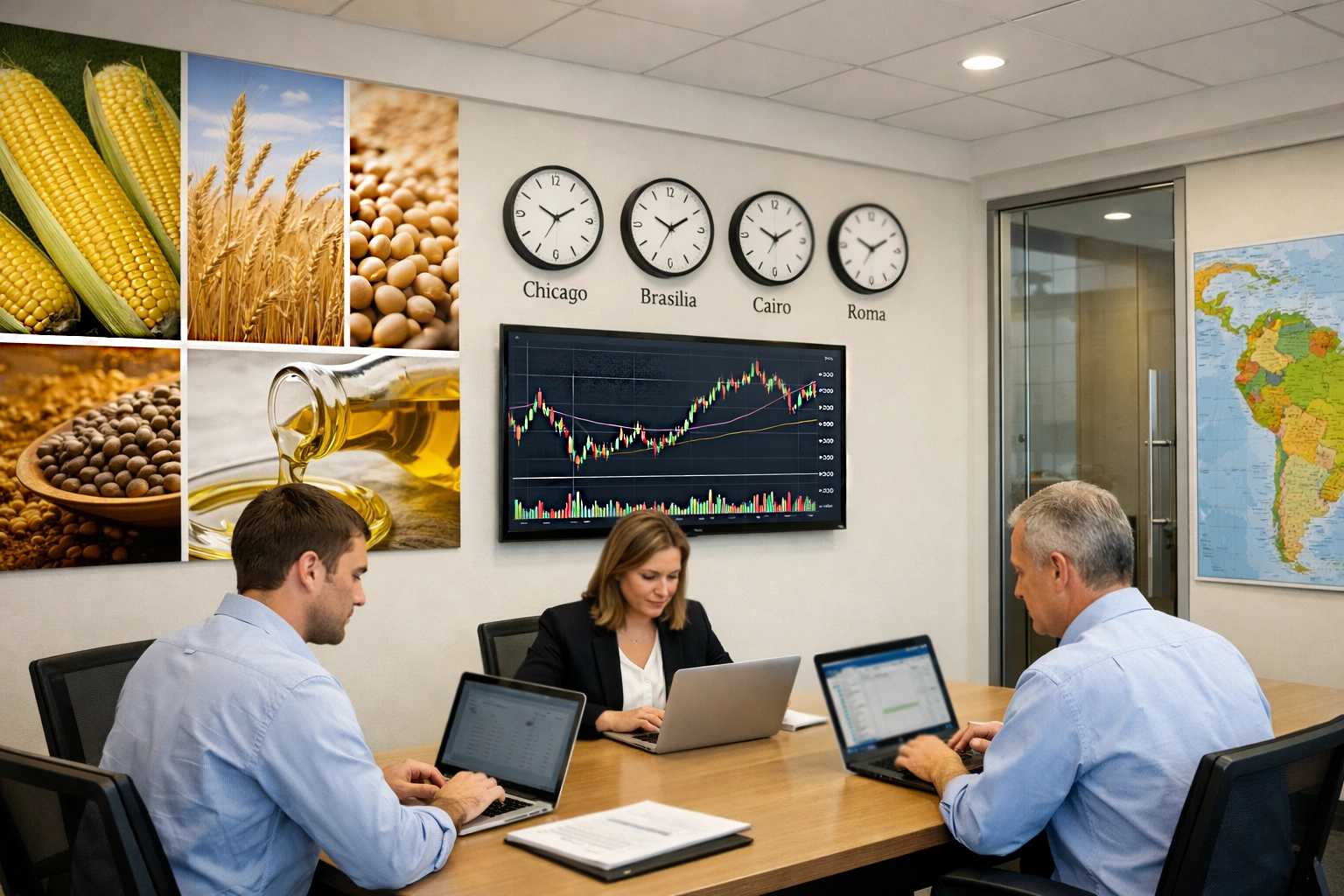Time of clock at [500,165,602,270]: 10:10
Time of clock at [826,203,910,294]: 10:10
